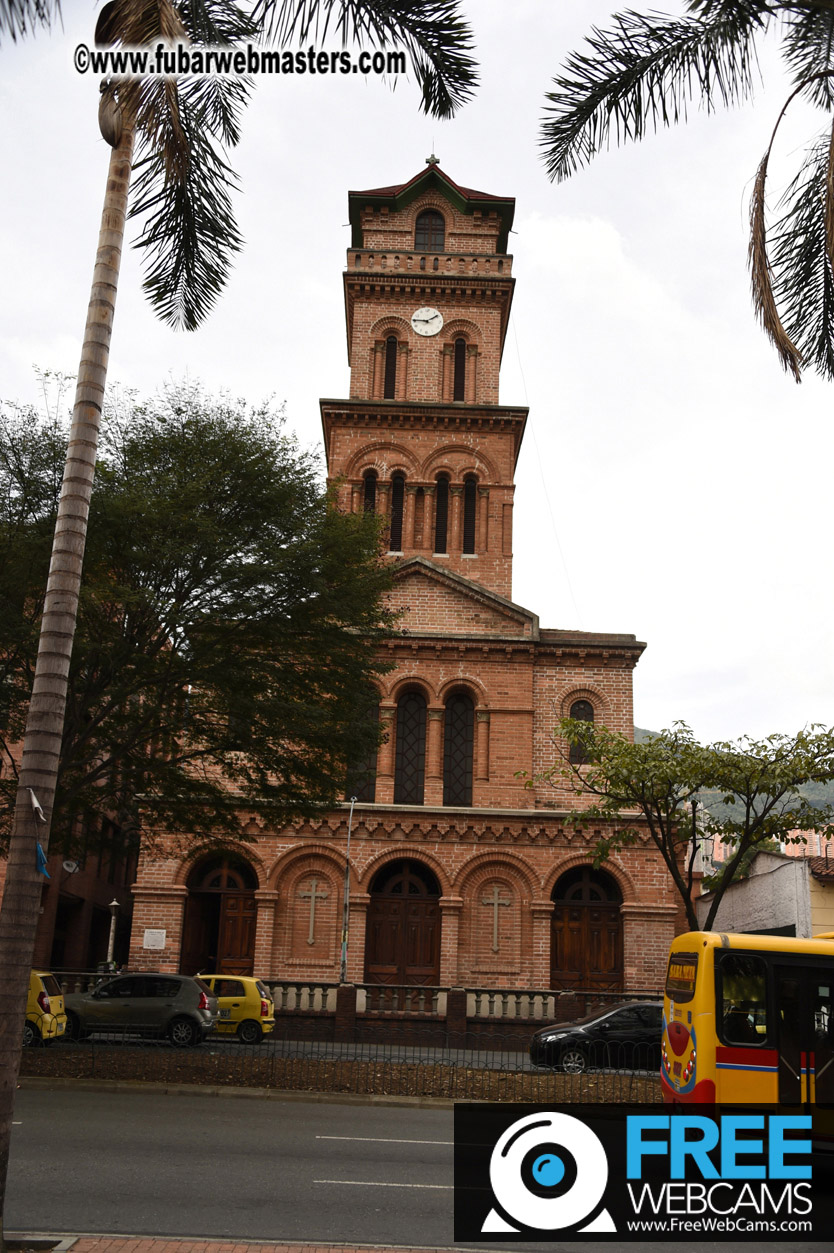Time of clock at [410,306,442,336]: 1:45
